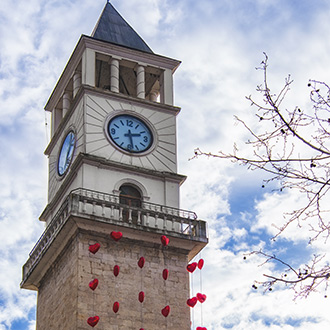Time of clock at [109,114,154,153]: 2:28
